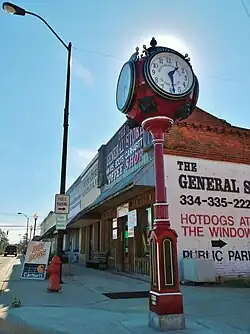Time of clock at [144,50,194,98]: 1:28
